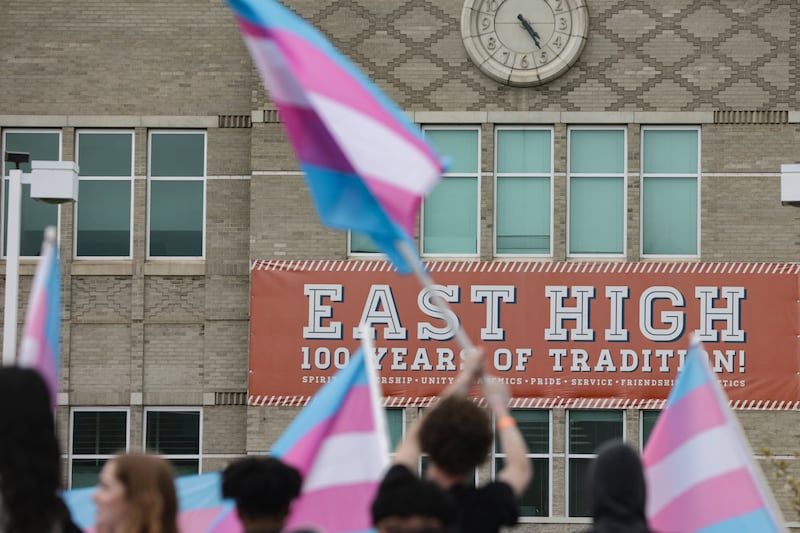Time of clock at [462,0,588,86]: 4:24
